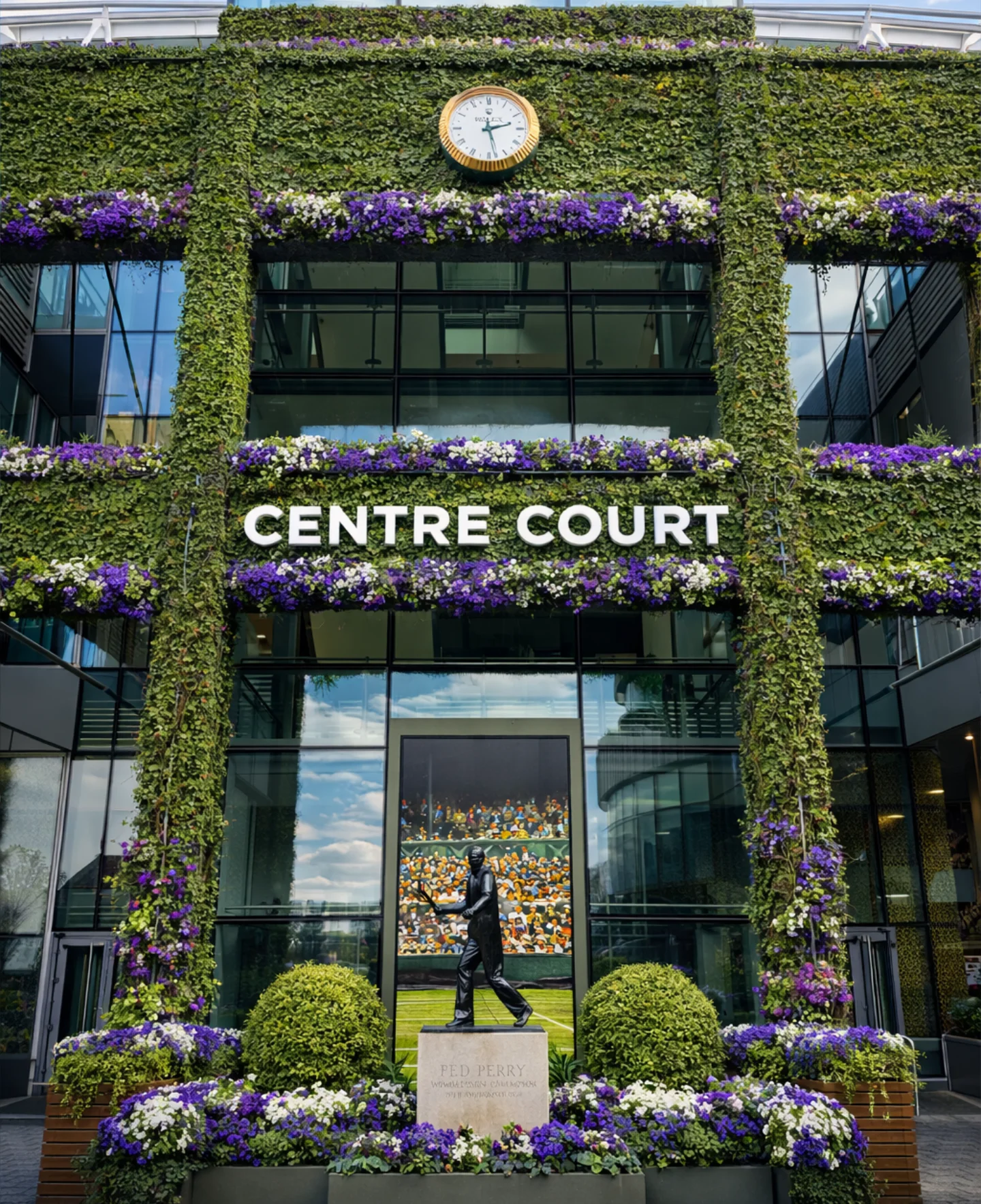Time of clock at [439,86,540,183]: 2:28
